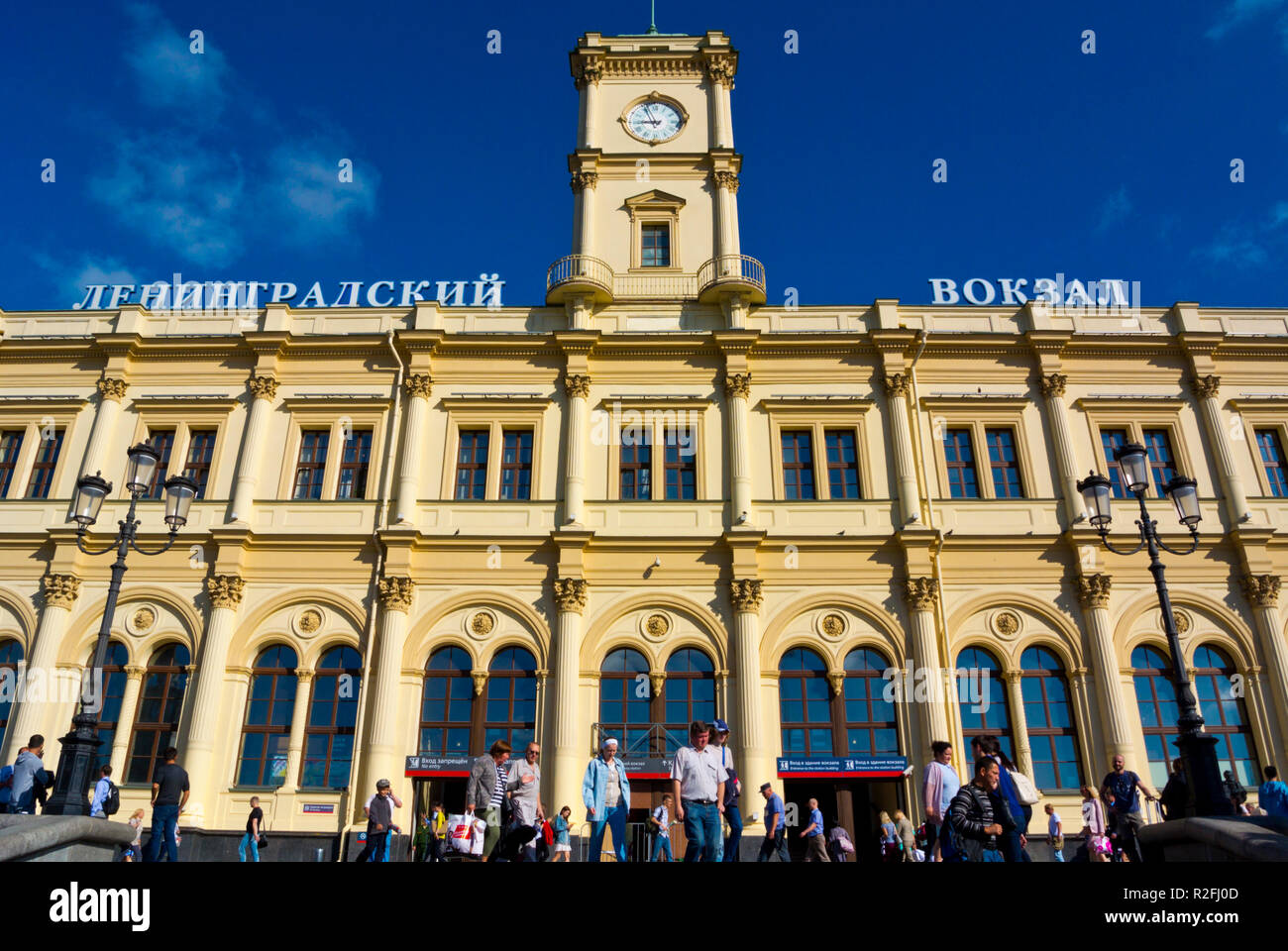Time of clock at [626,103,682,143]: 8:56
